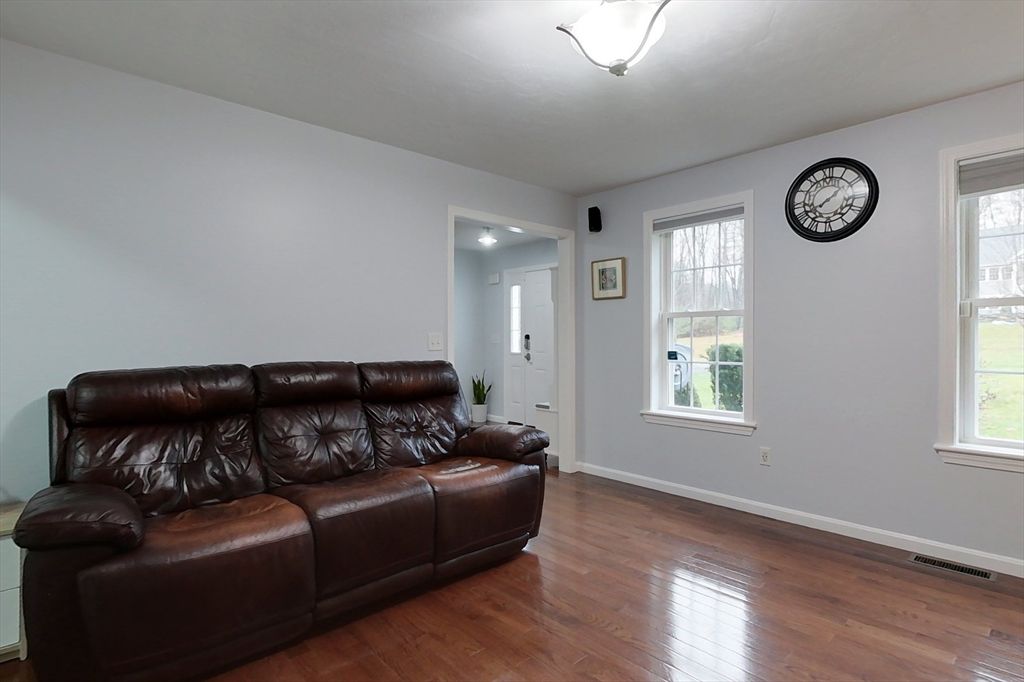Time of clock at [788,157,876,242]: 8:07
